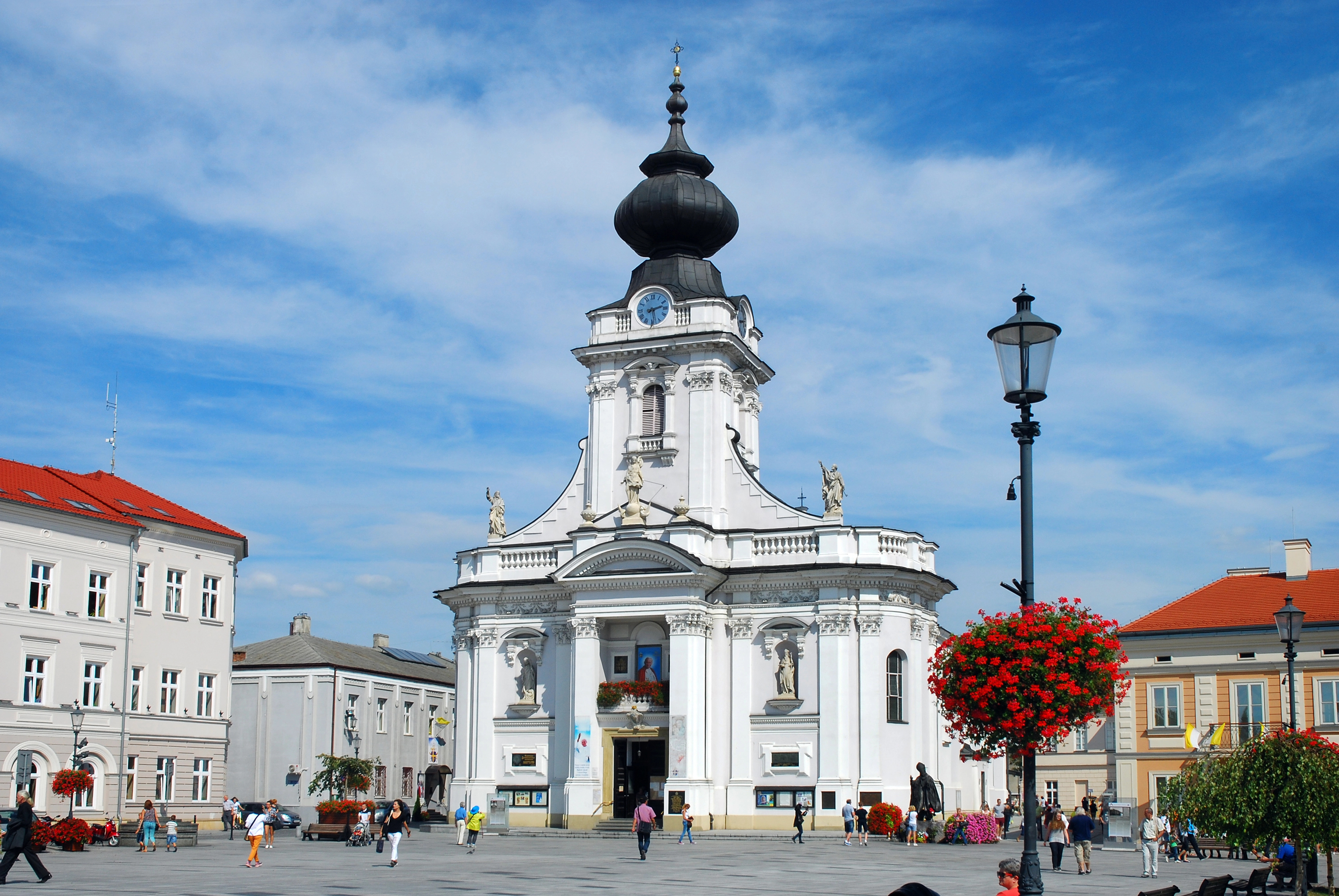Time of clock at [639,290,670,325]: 2:28
